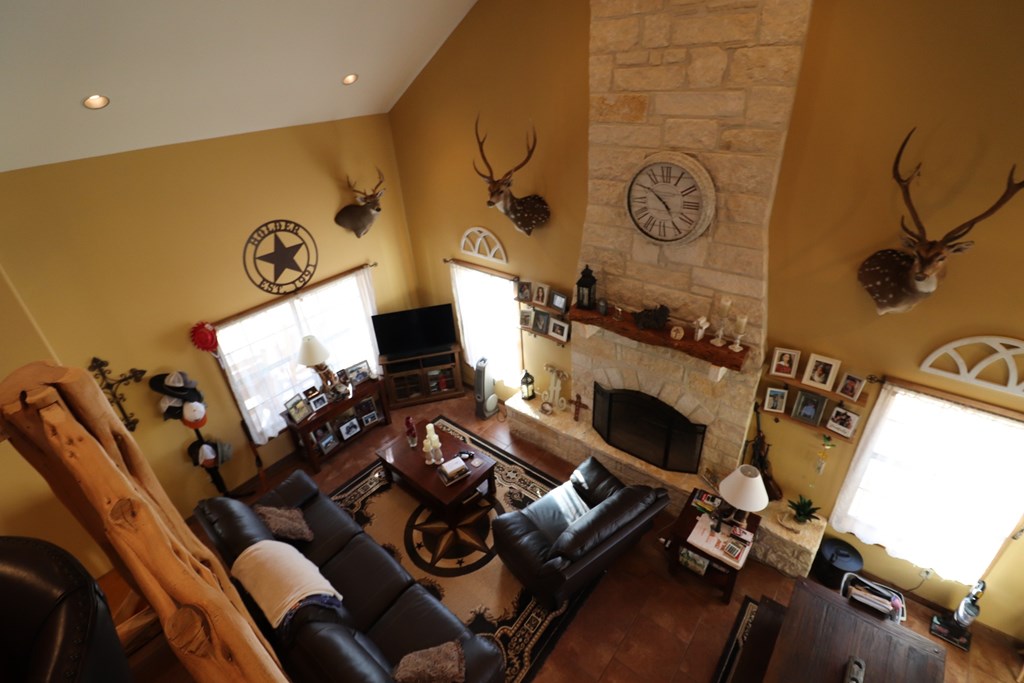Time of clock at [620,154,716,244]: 4:50
